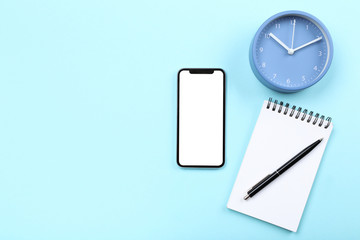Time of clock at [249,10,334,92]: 10:10
